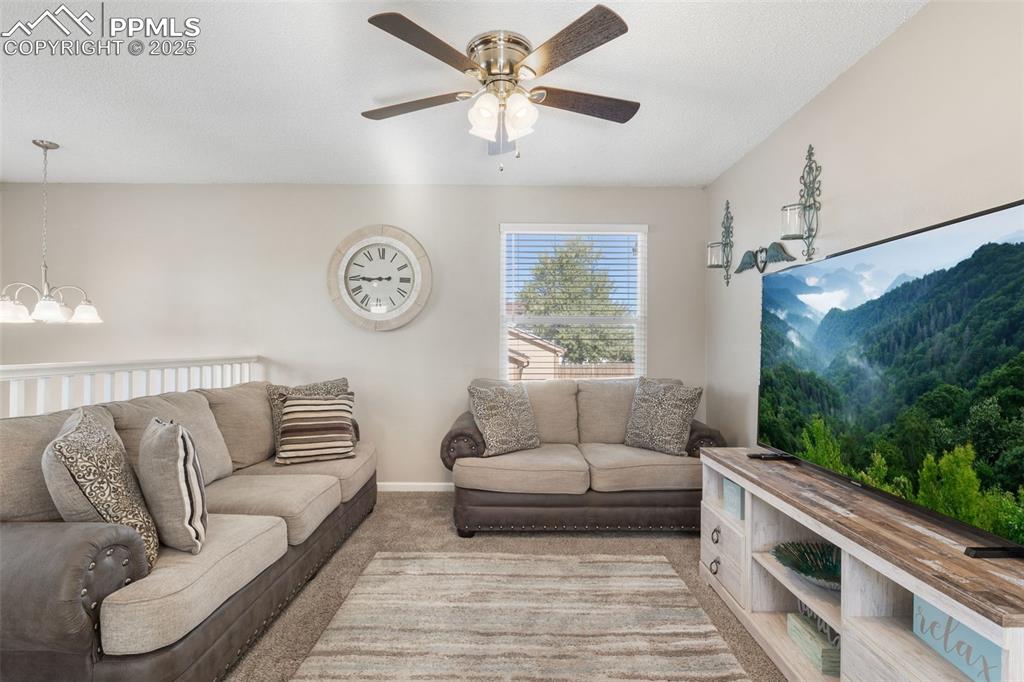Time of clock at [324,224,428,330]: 8:44
